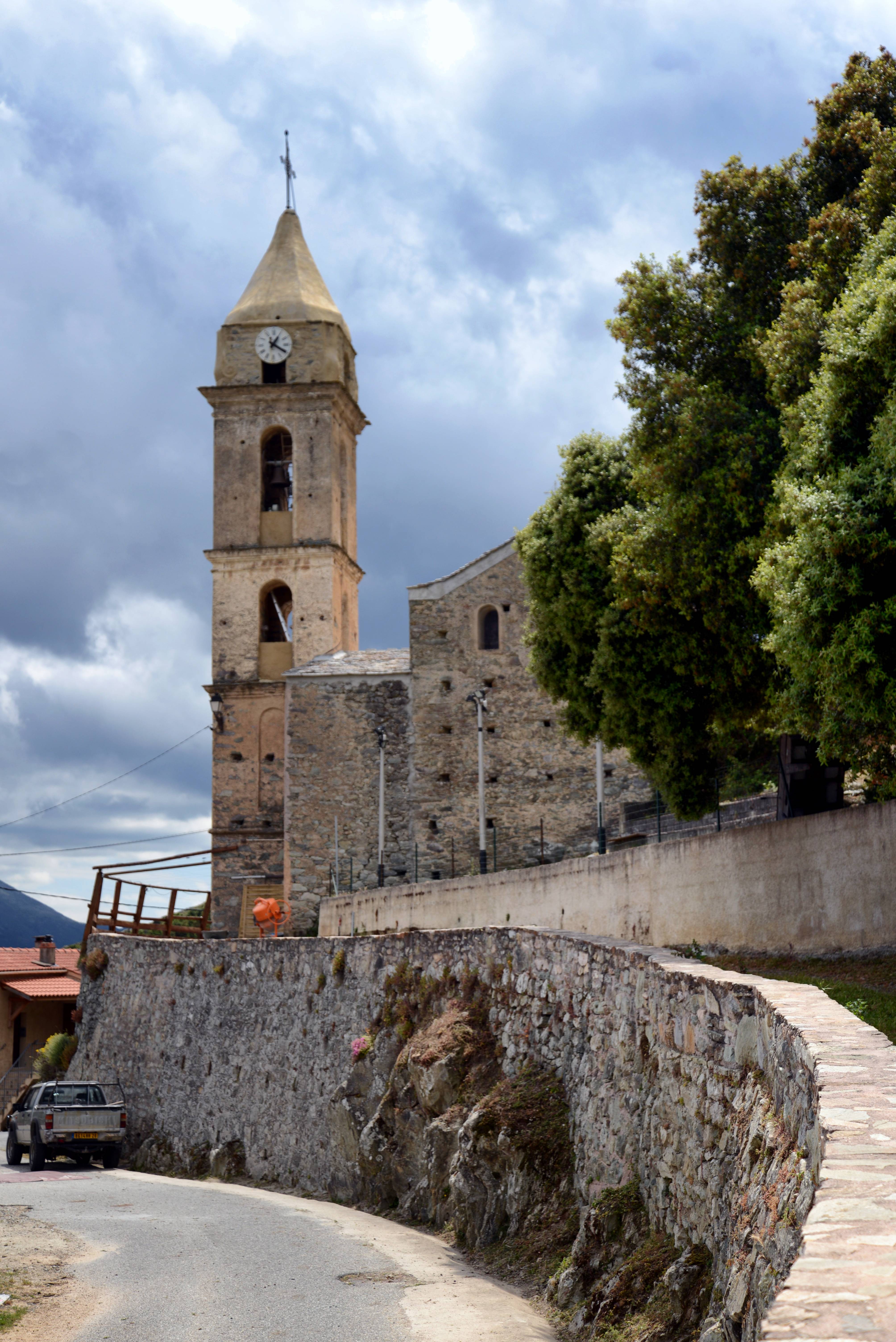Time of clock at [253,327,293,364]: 1:20
